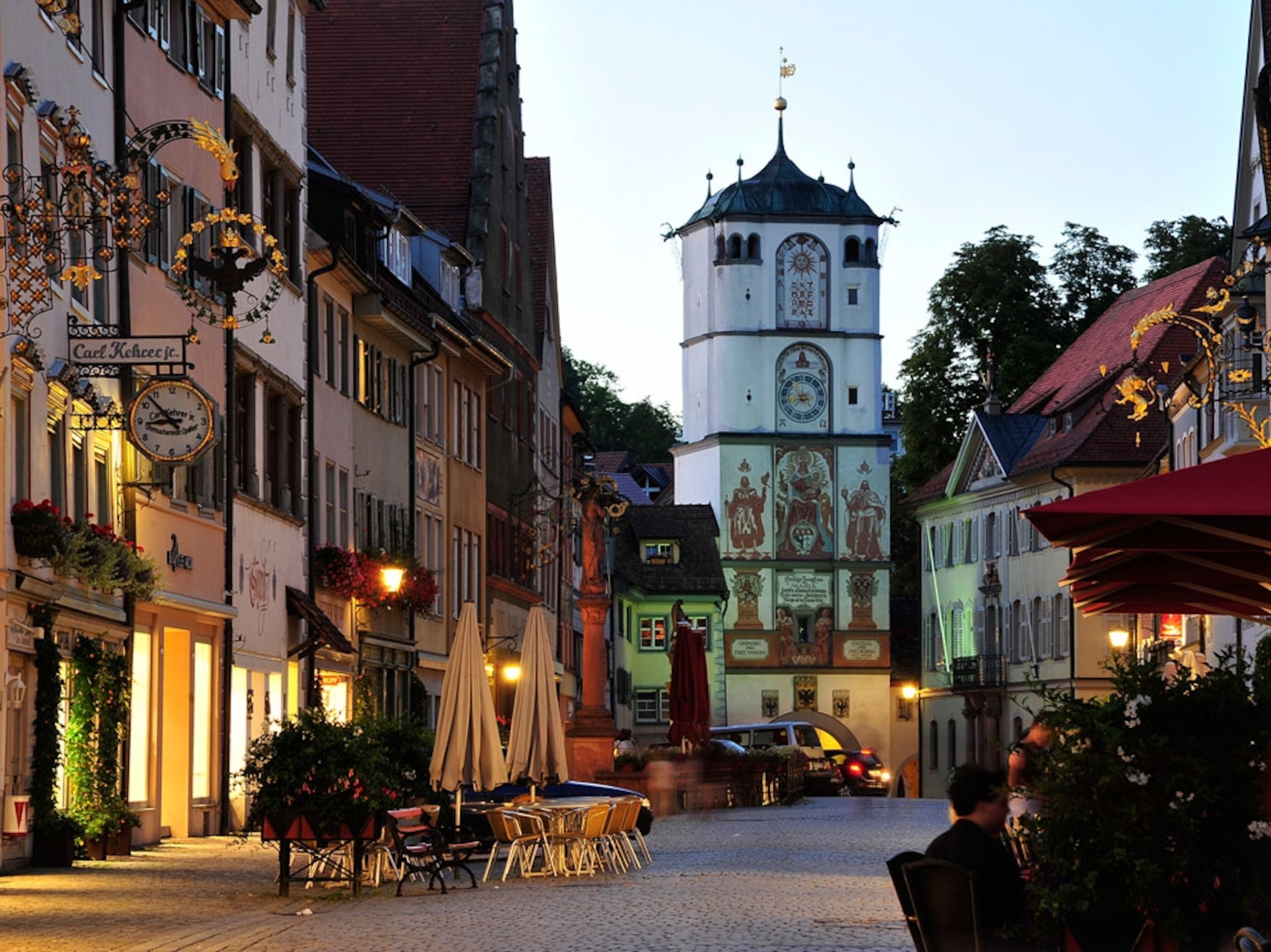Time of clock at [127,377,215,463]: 8:52
